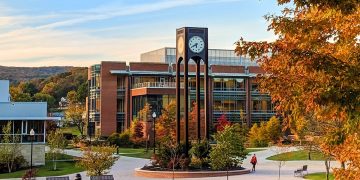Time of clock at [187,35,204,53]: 5:40
